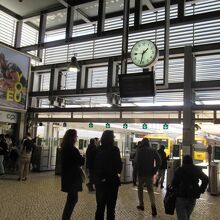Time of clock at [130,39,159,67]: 1:32
